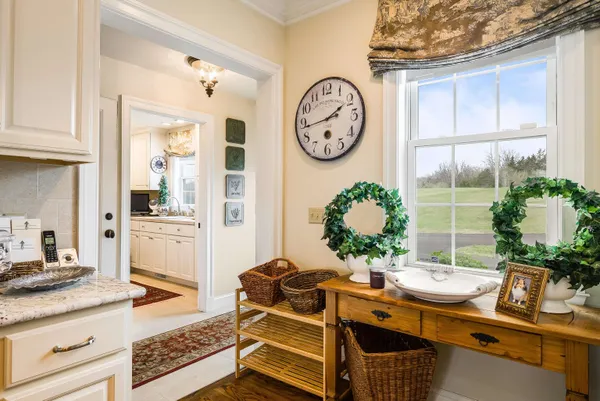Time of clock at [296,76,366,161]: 1:43
